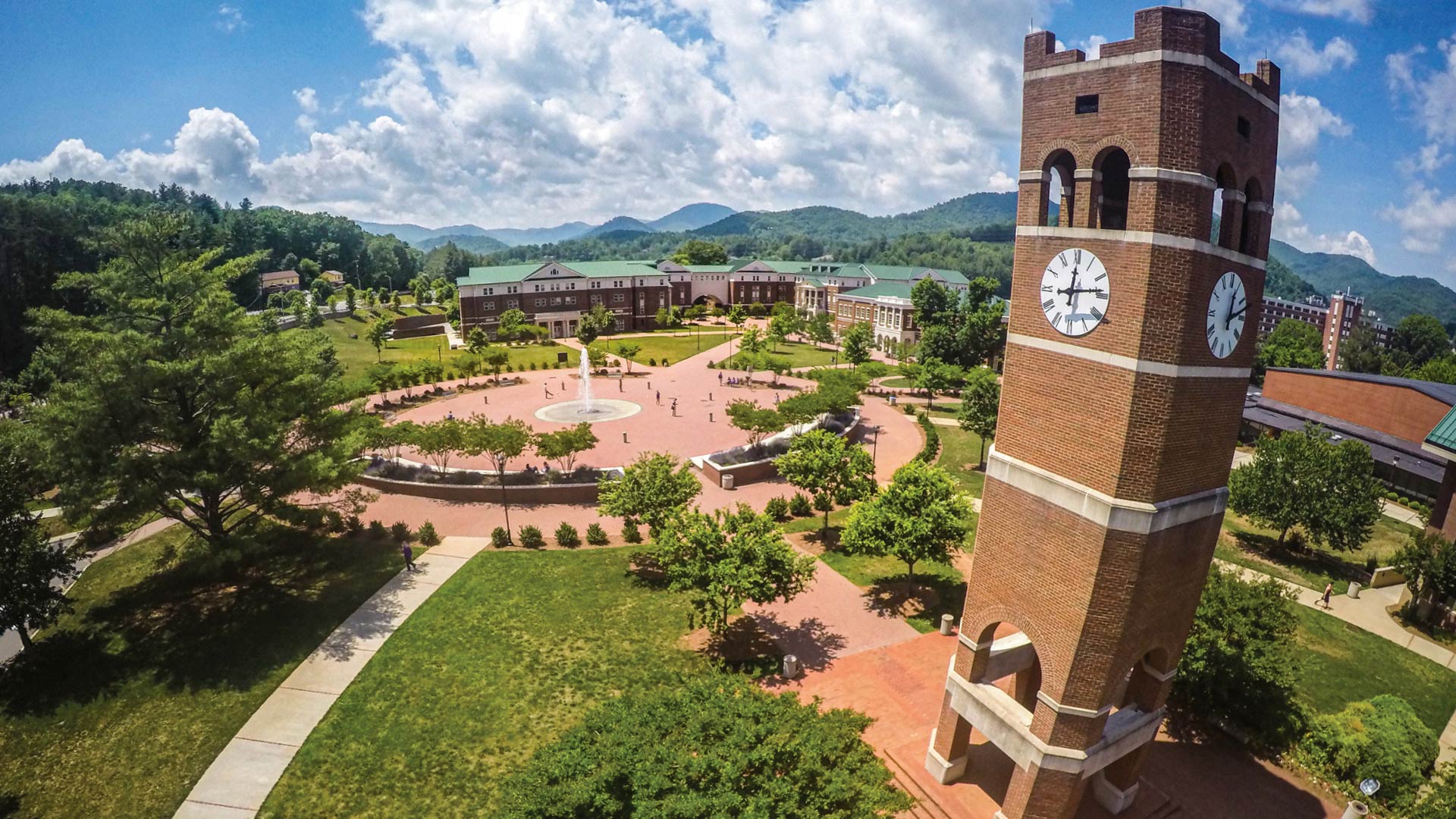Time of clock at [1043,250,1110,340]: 6:13
